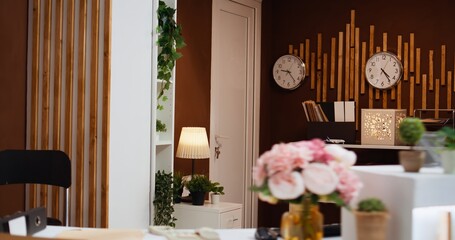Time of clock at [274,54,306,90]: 9:23
